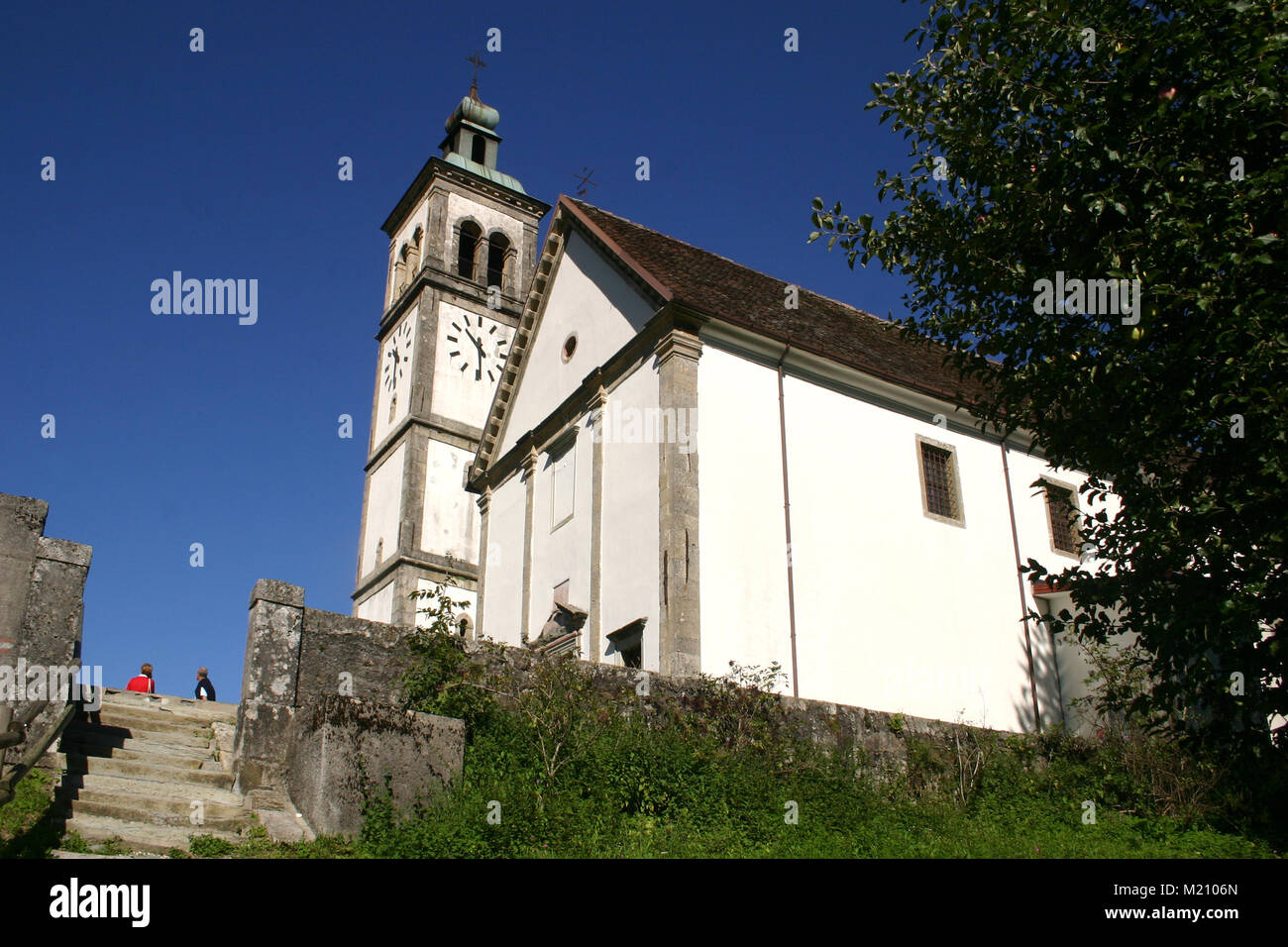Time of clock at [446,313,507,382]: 10:28
